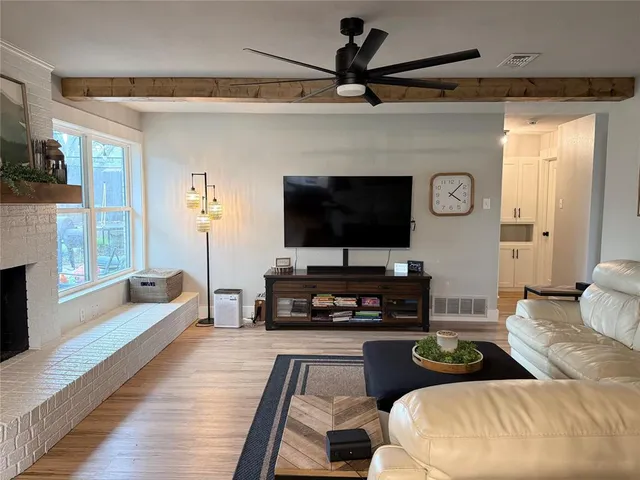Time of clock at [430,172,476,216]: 4:07
